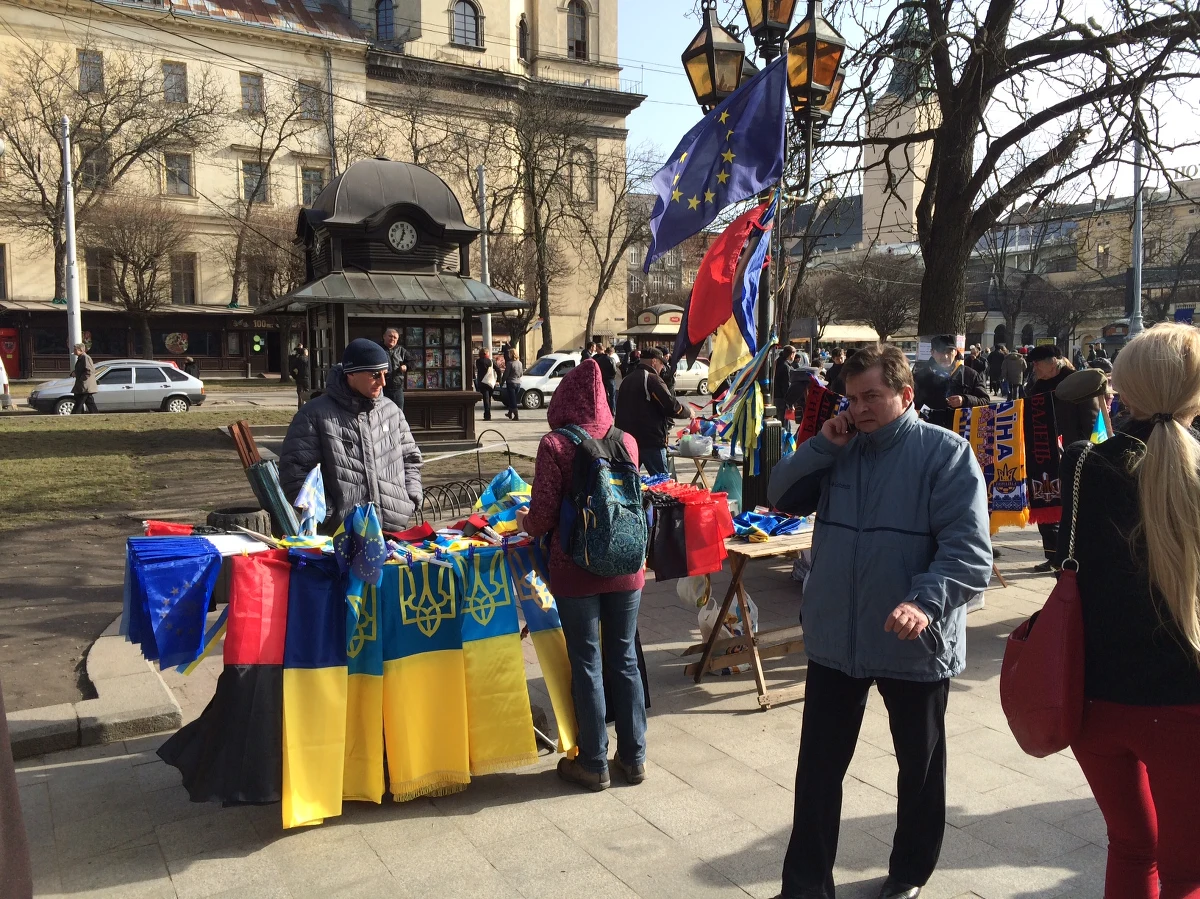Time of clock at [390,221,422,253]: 12:34
